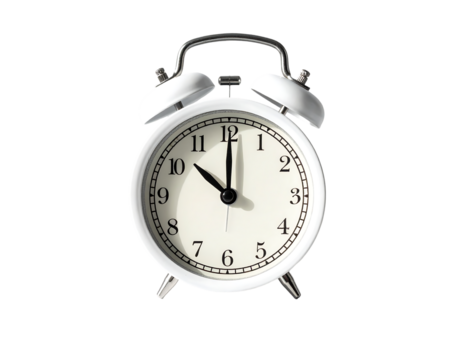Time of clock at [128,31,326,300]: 10:00
